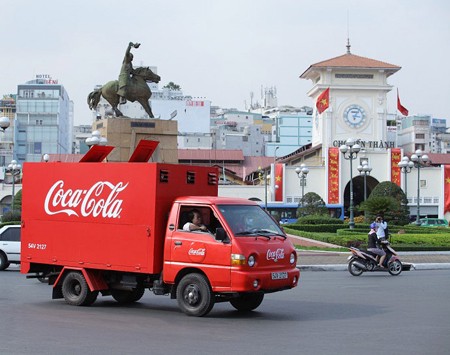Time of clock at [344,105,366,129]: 3:04
